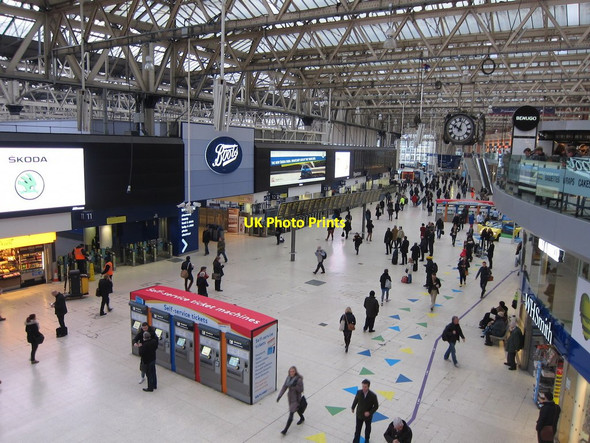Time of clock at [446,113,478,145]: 10:02
